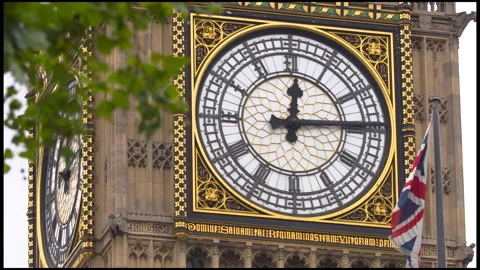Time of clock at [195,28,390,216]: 12:14
